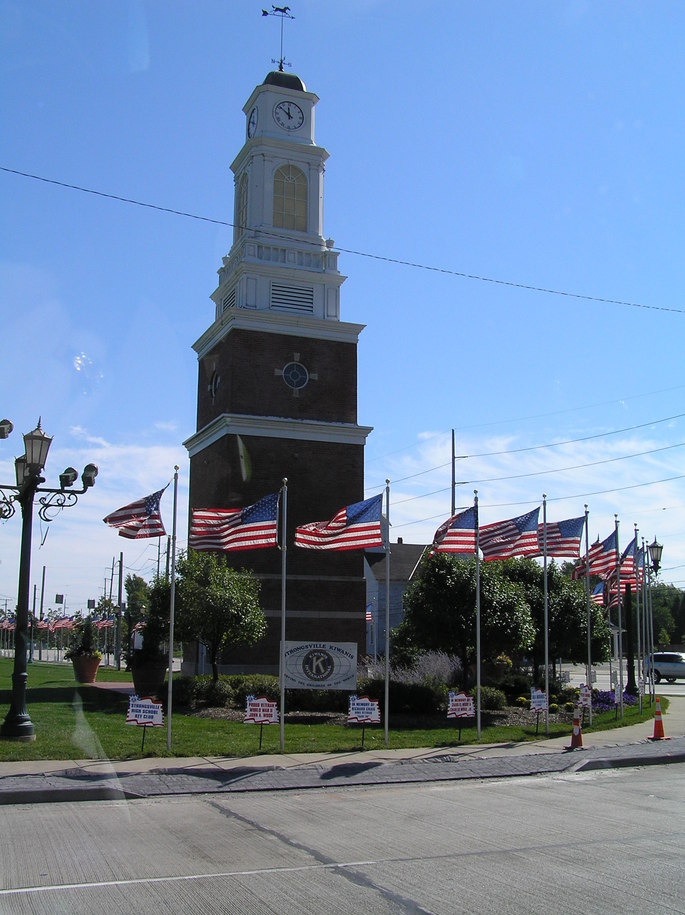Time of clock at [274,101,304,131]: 11:51
